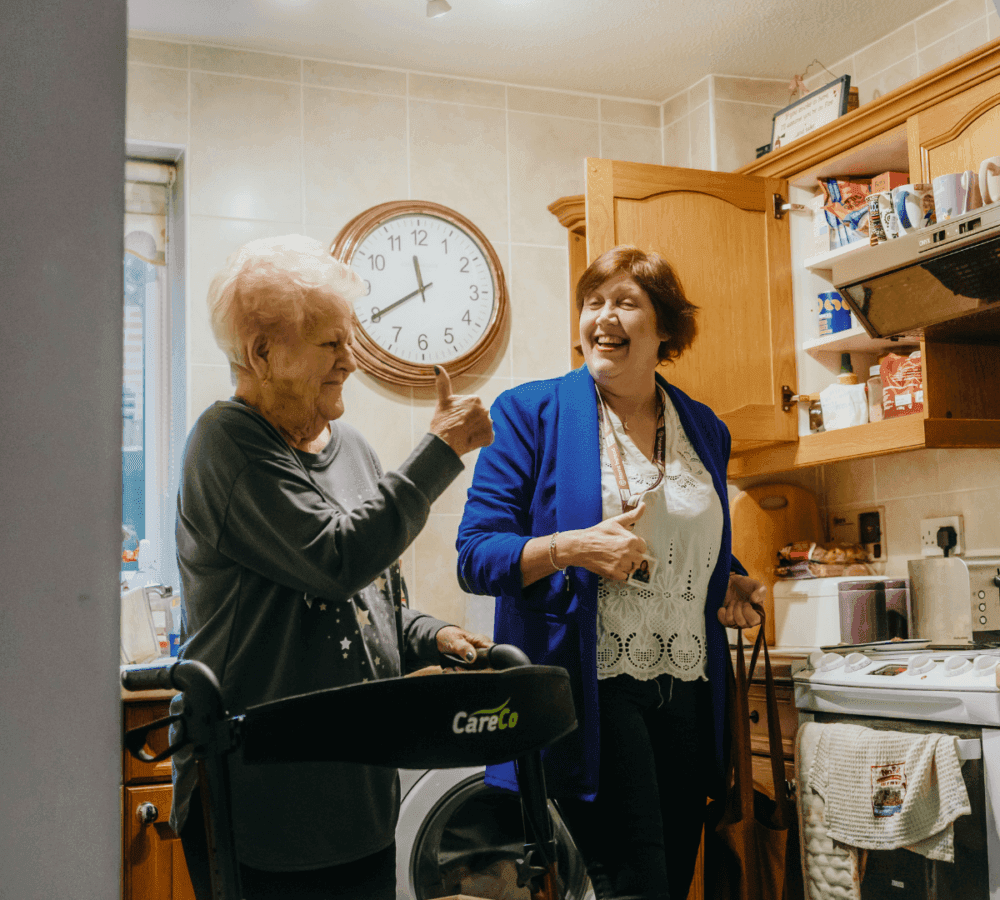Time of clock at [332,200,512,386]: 11:39
